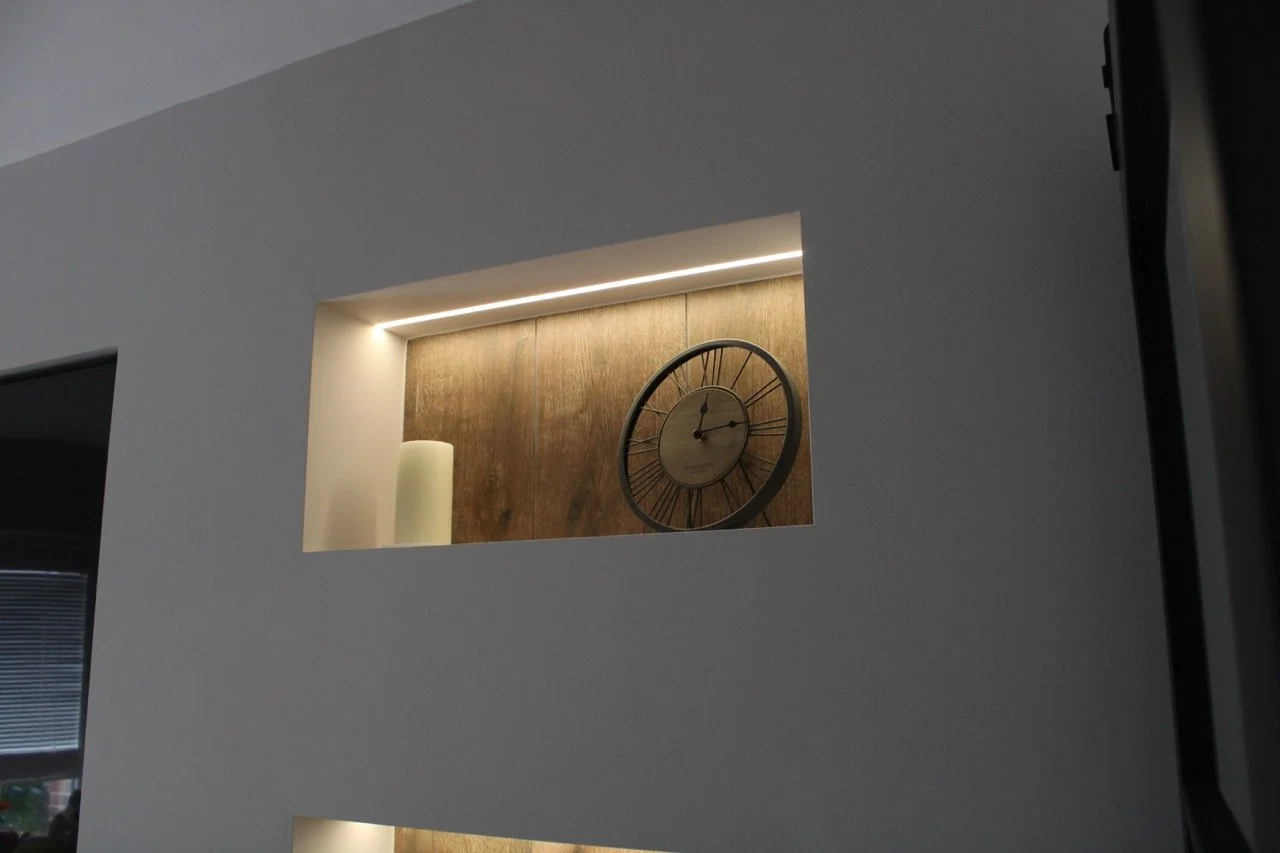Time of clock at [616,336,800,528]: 12:13
